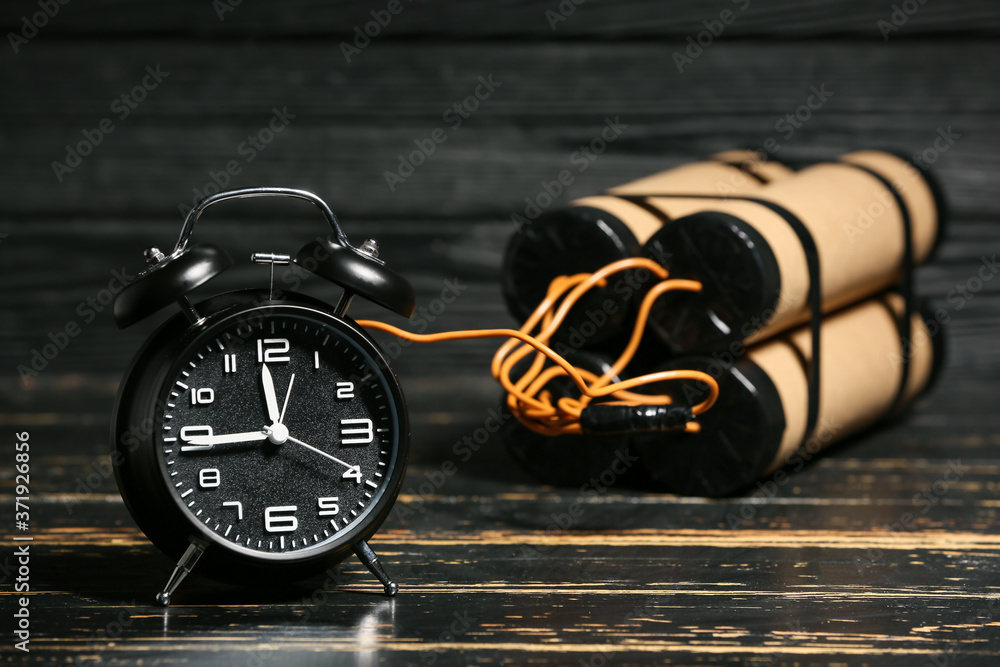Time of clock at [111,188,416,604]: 11:44
